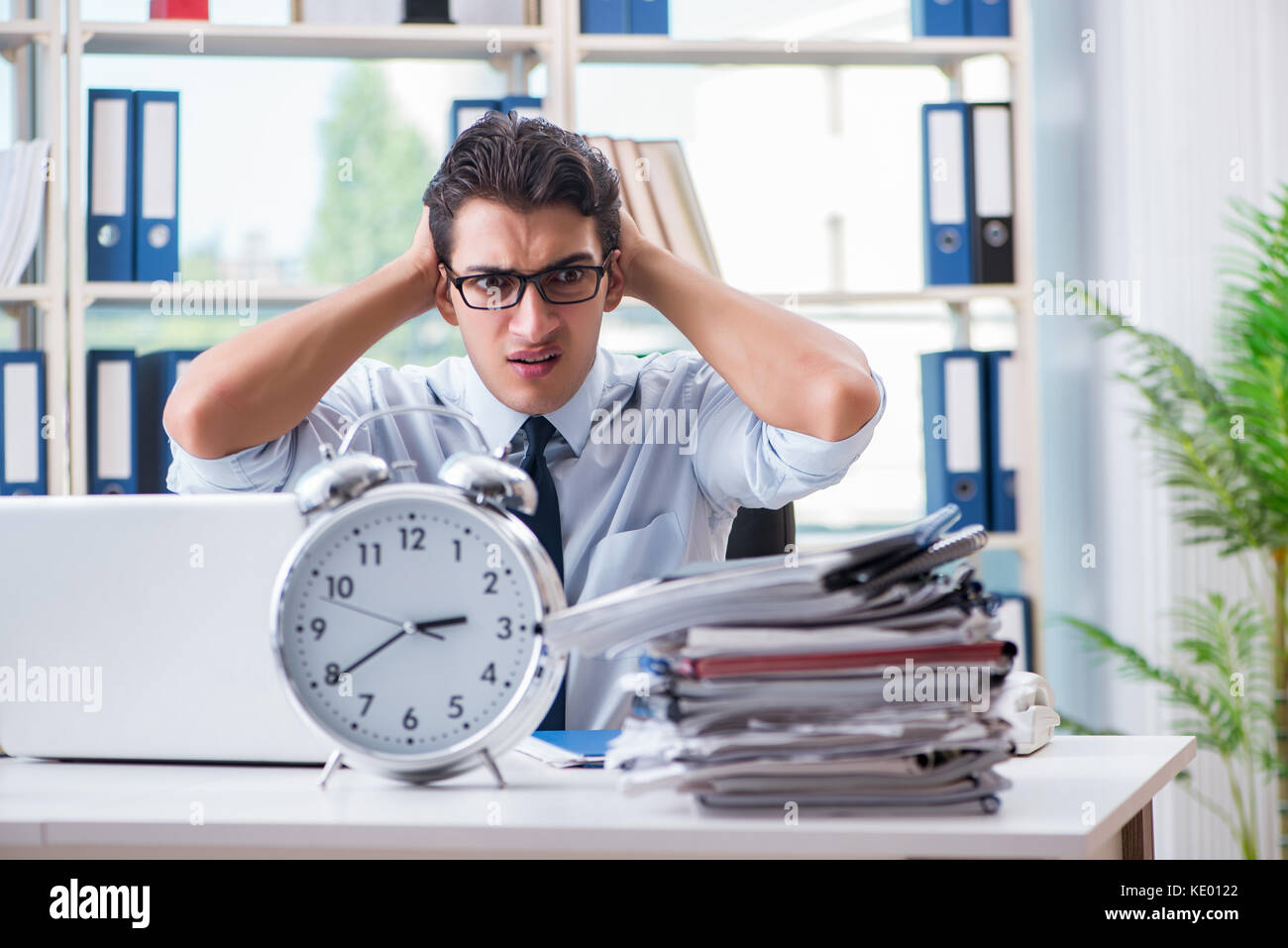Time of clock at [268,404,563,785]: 2:39
